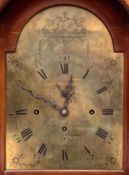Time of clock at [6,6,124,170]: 12:49
